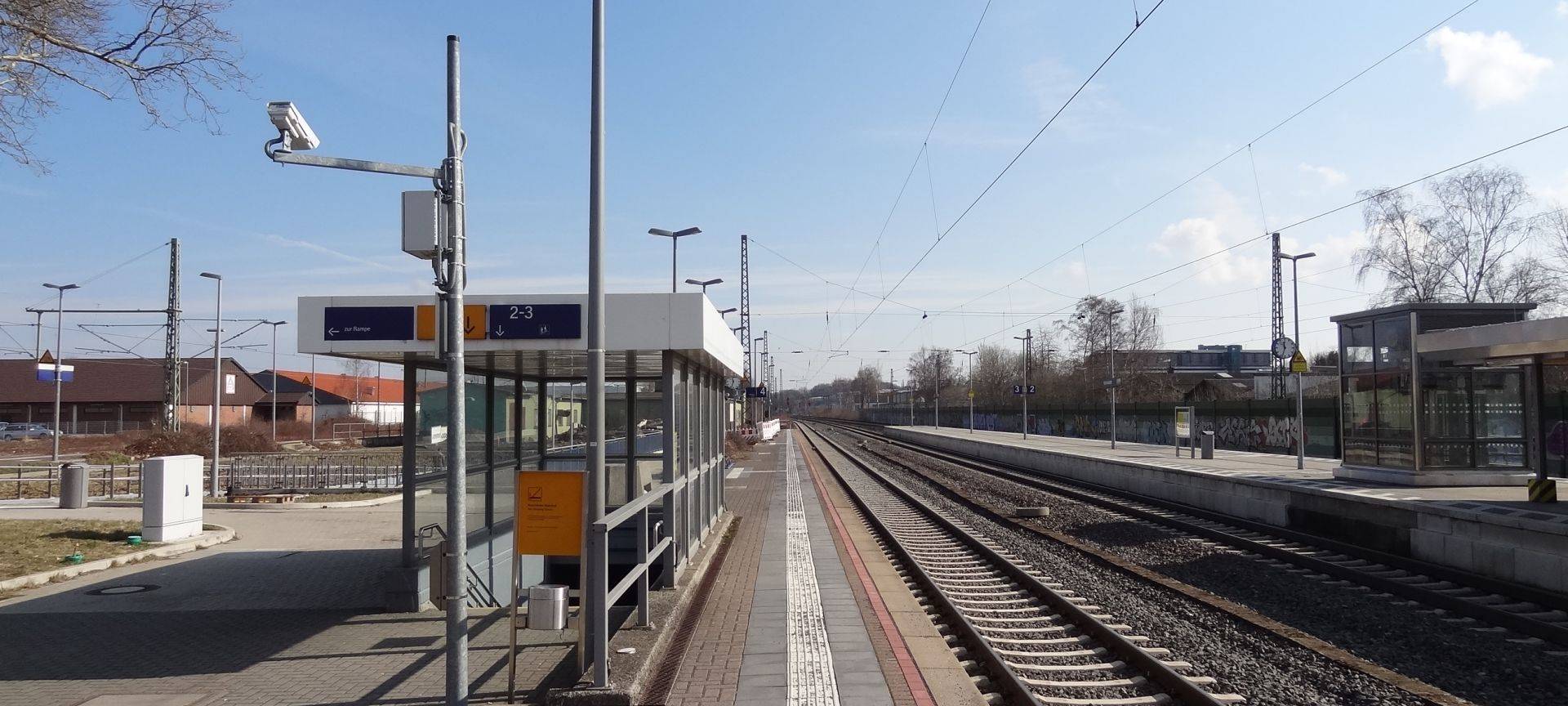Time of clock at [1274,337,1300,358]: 11:32
